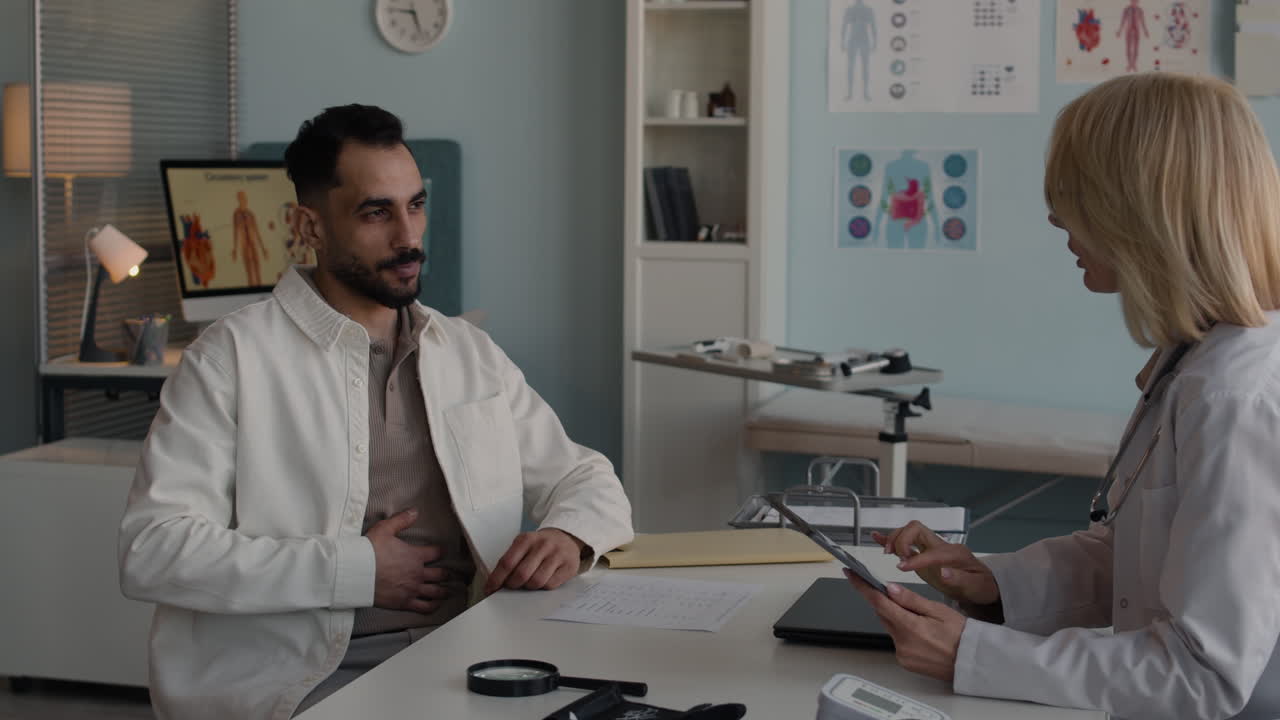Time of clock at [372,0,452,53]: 9:27
